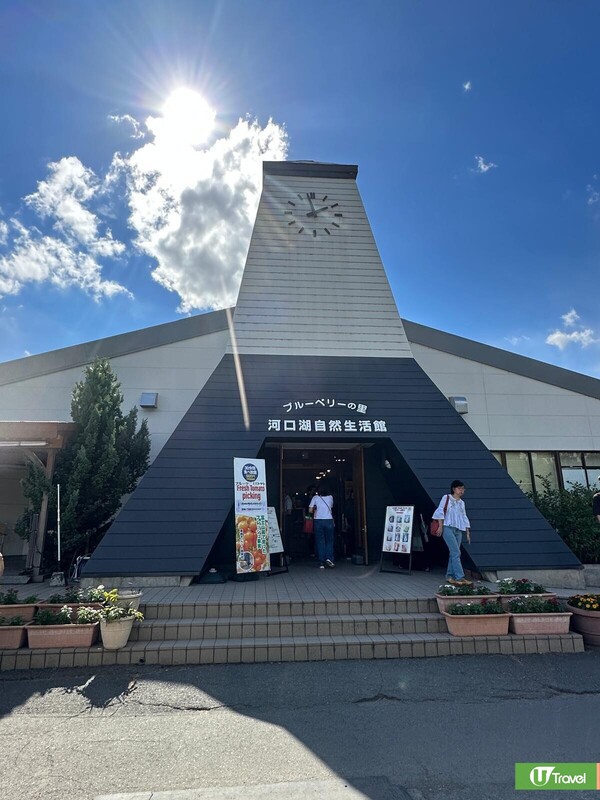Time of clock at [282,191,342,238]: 1:58
